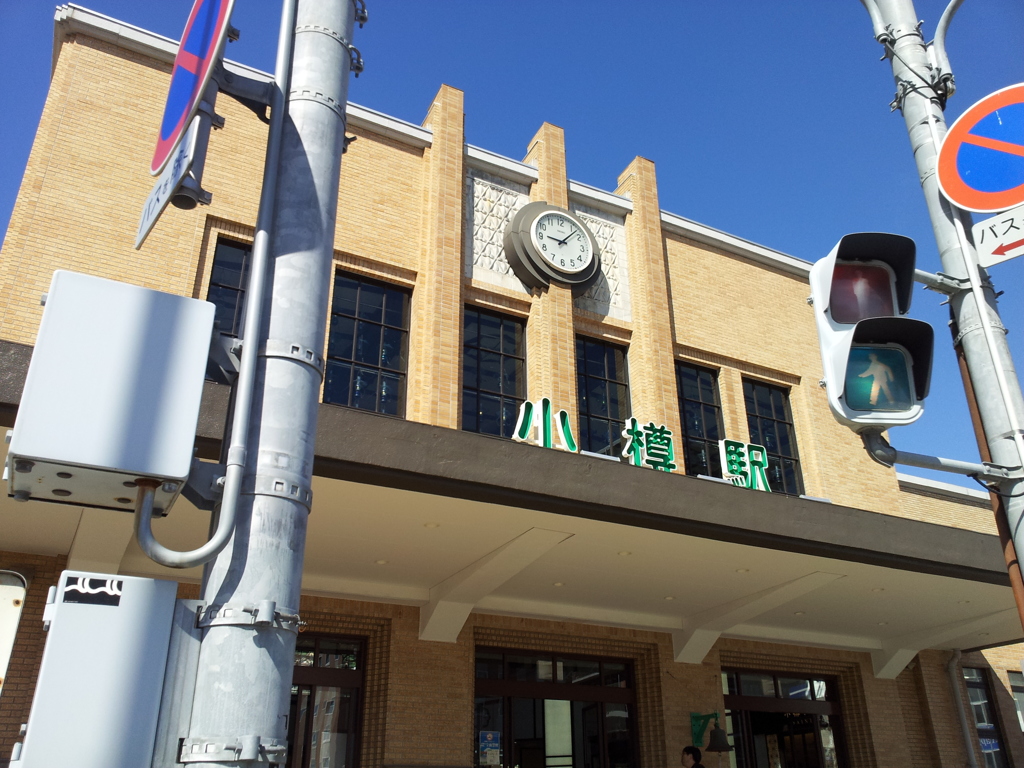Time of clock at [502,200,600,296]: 9:07
